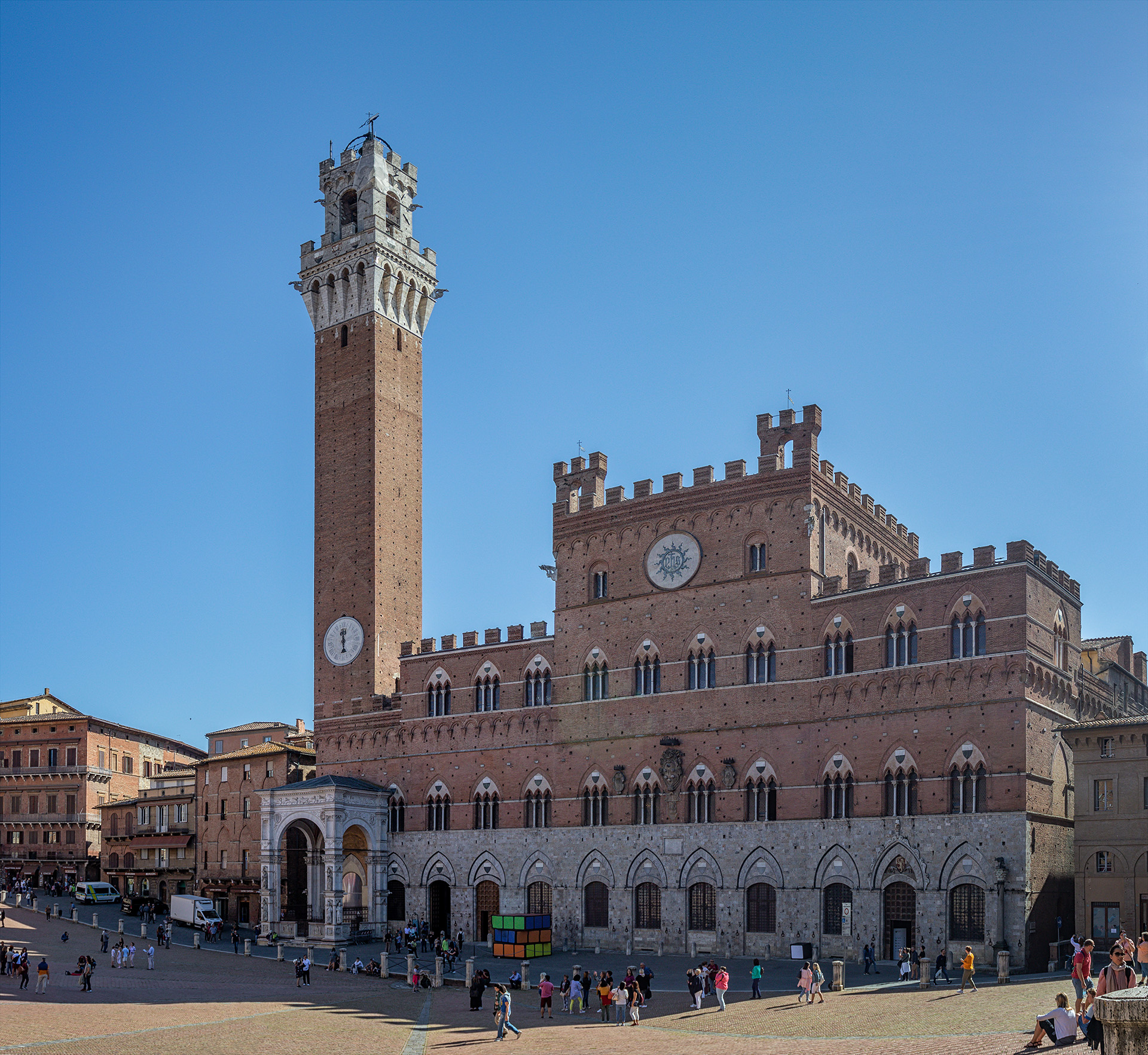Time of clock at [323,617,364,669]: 5:59
